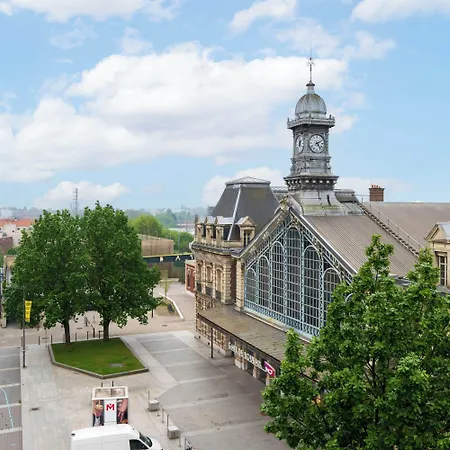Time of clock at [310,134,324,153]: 2:24
